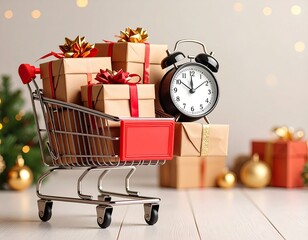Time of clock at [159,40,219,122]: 11:51
